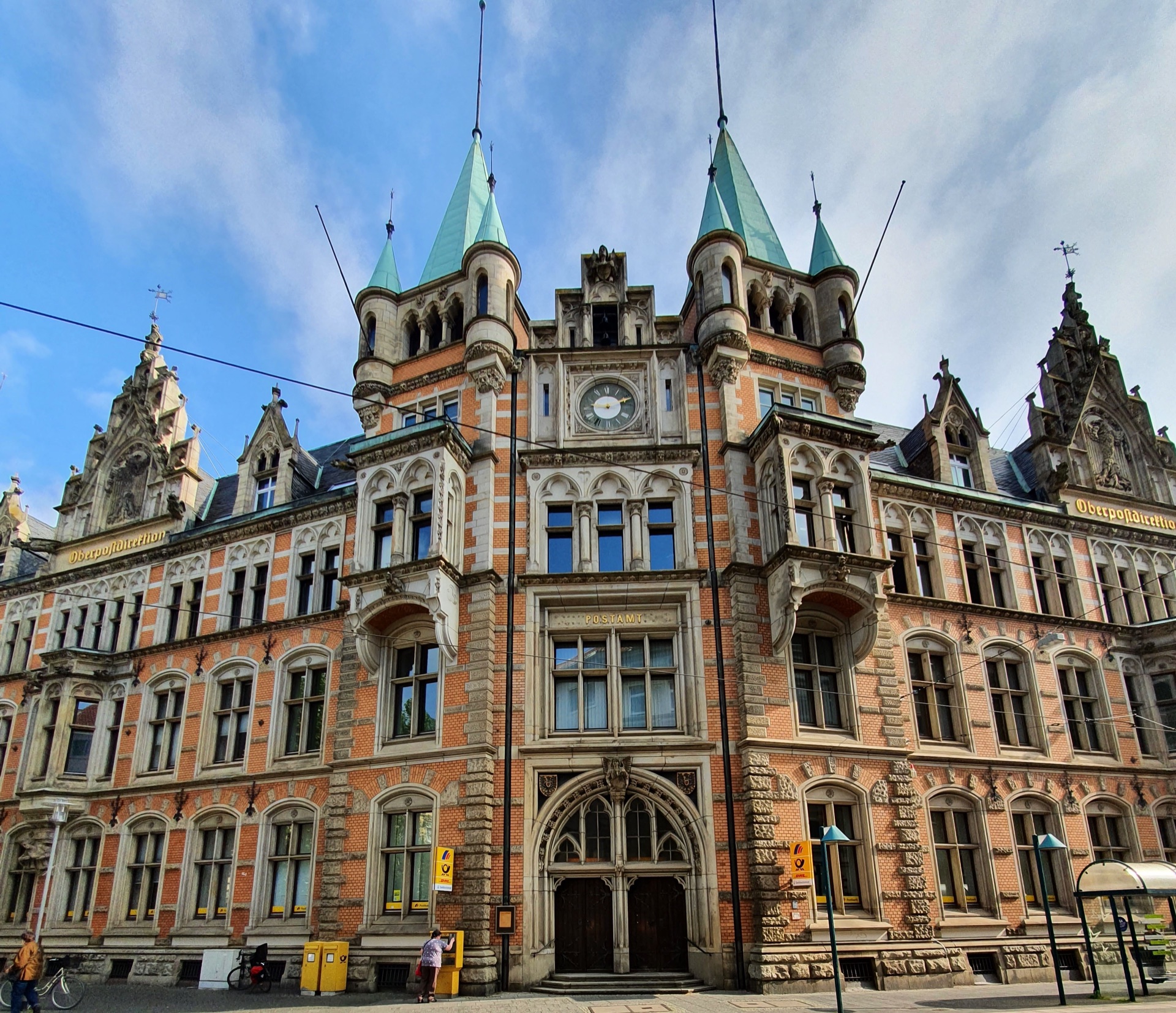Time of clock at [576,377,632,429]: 9:12
